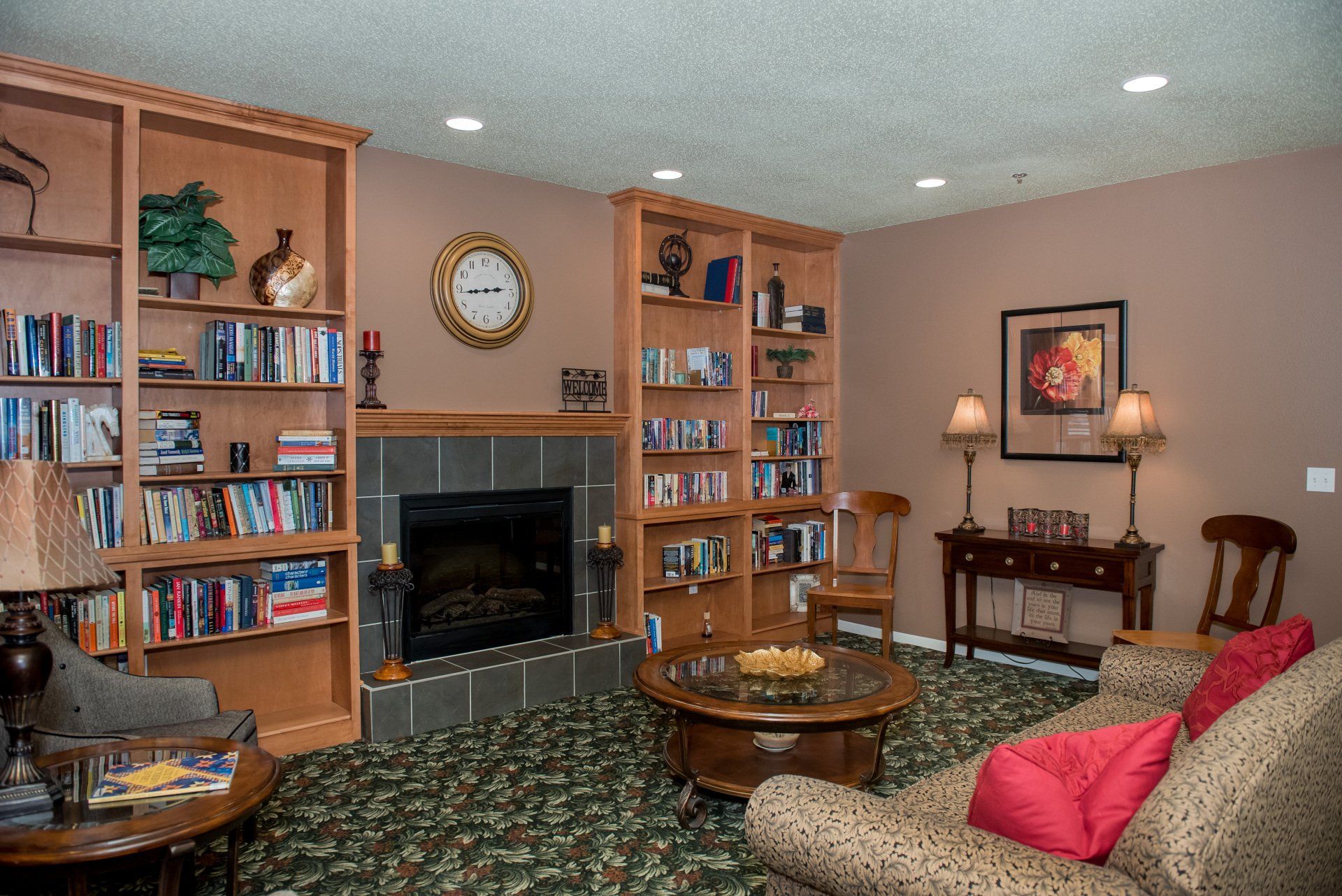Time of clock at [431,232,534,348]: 2:43
